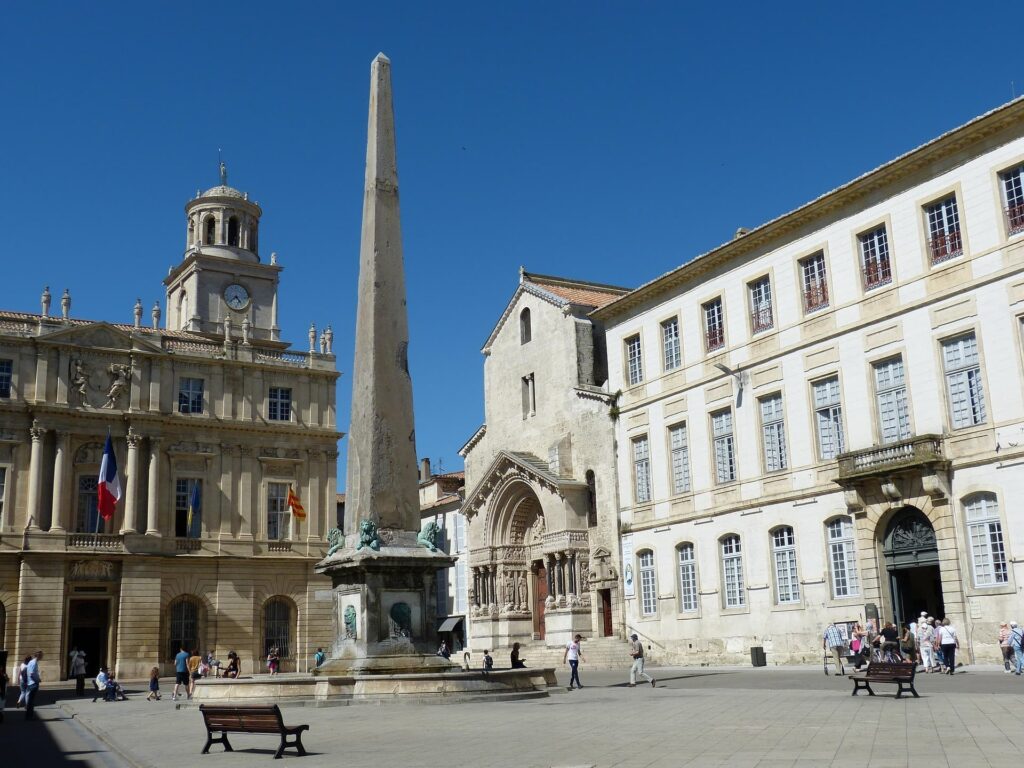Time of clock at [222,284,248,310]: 4:37
